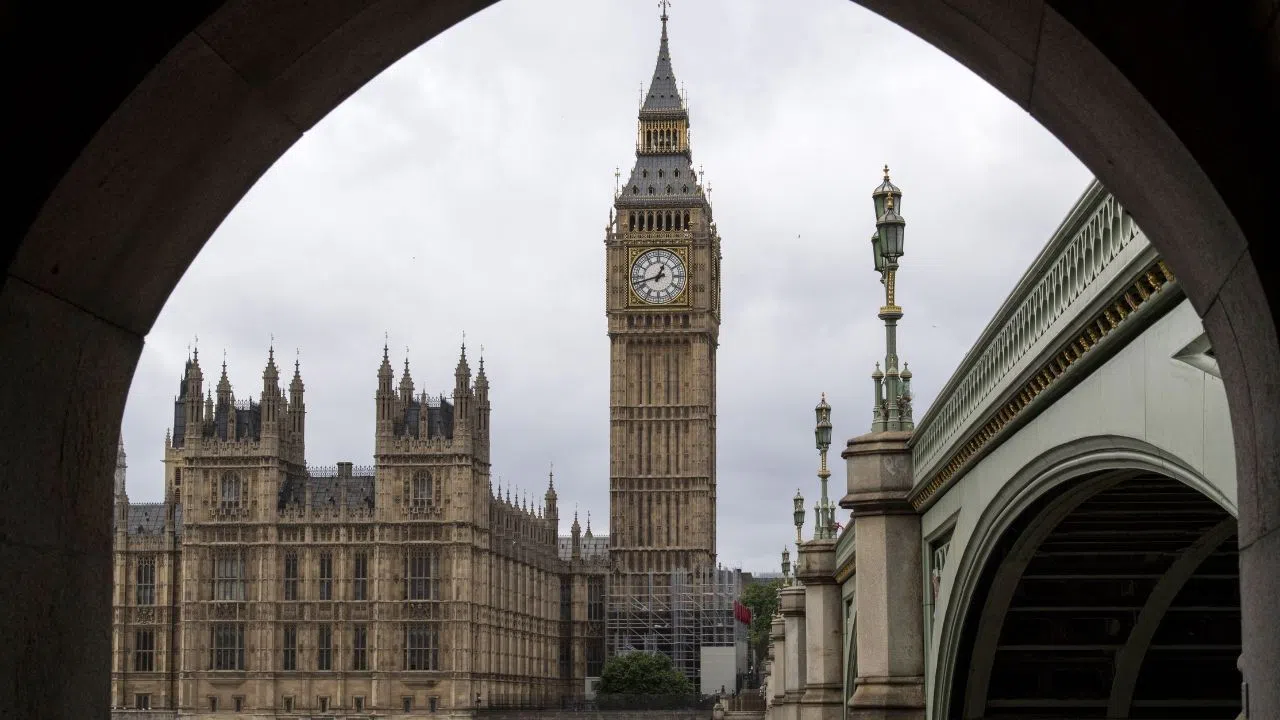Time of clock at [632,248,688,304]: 12:42
